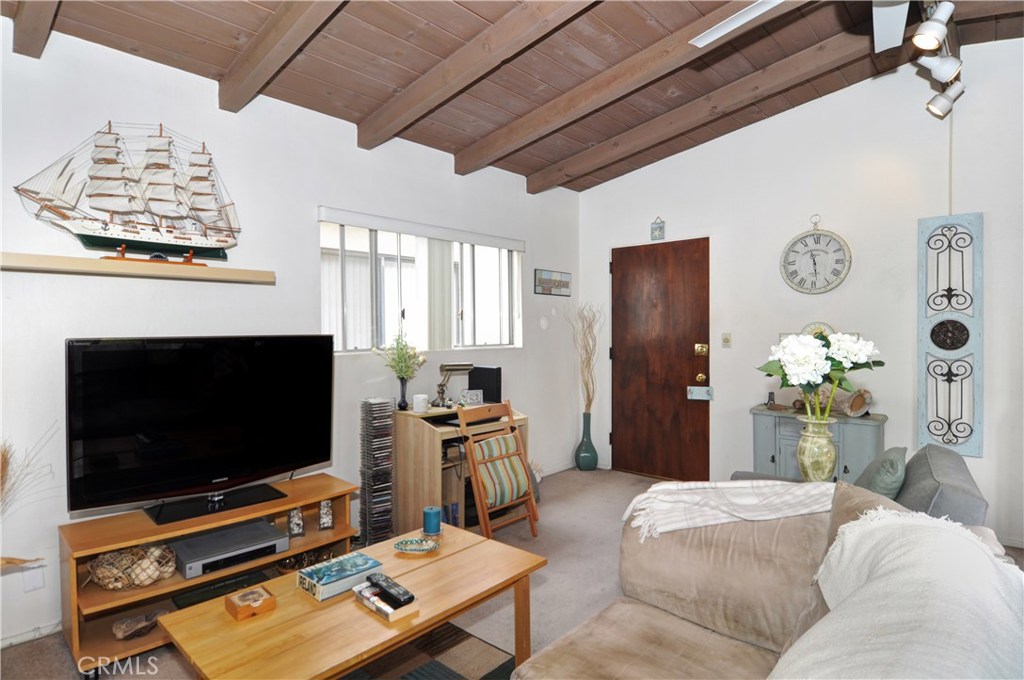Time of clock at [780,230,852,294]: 11:28
